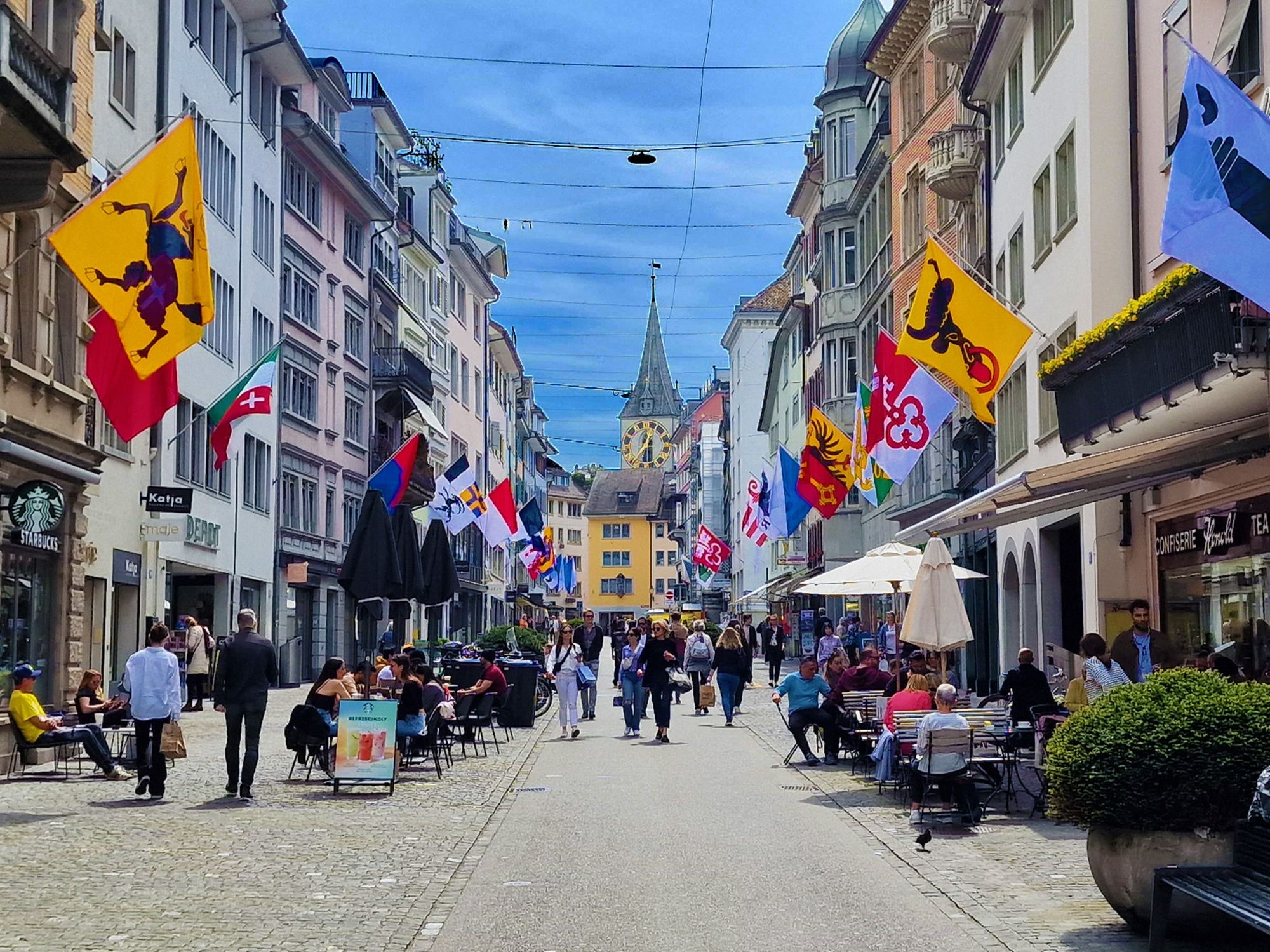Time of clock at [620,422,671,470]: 12:28
